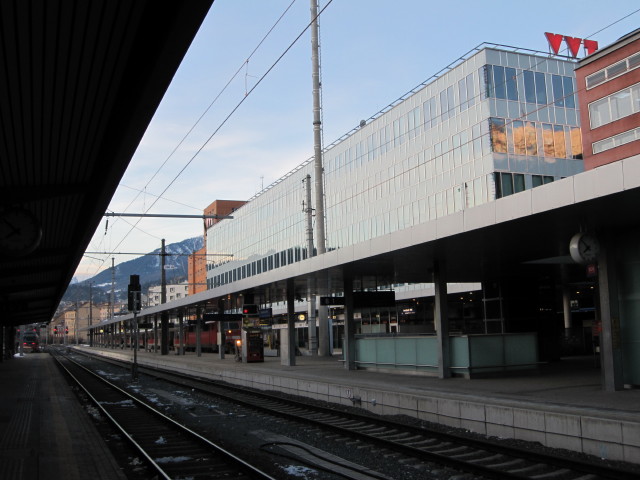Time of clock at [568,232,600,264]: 7:52
